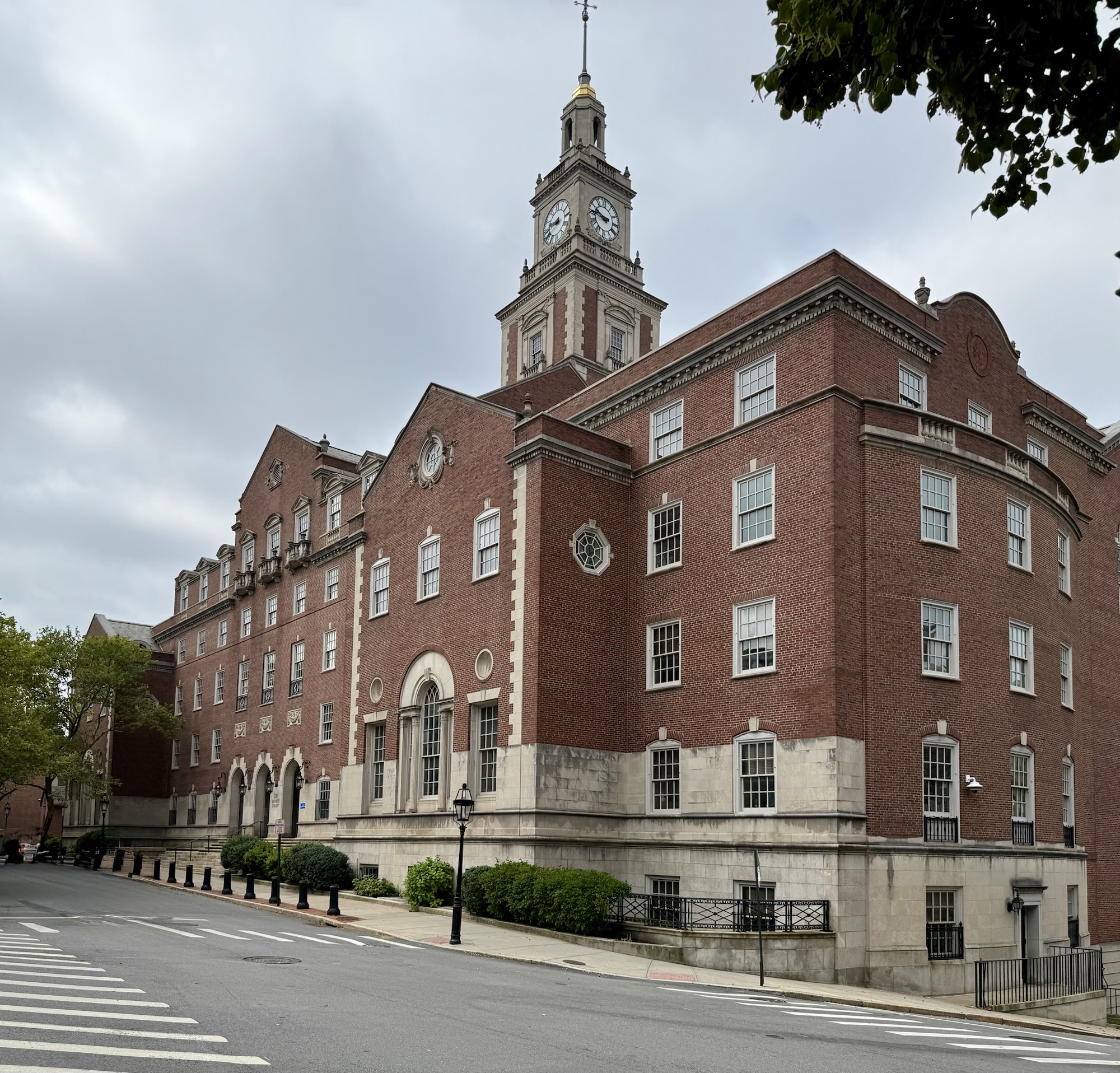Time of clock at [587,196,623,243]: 9:45
